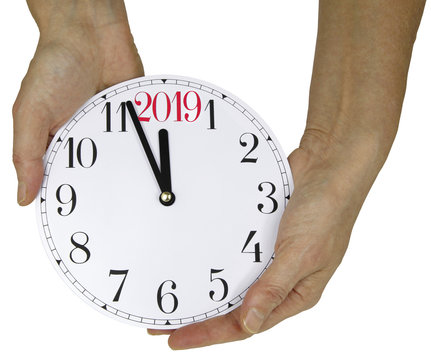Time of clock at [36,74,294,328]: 11:56
